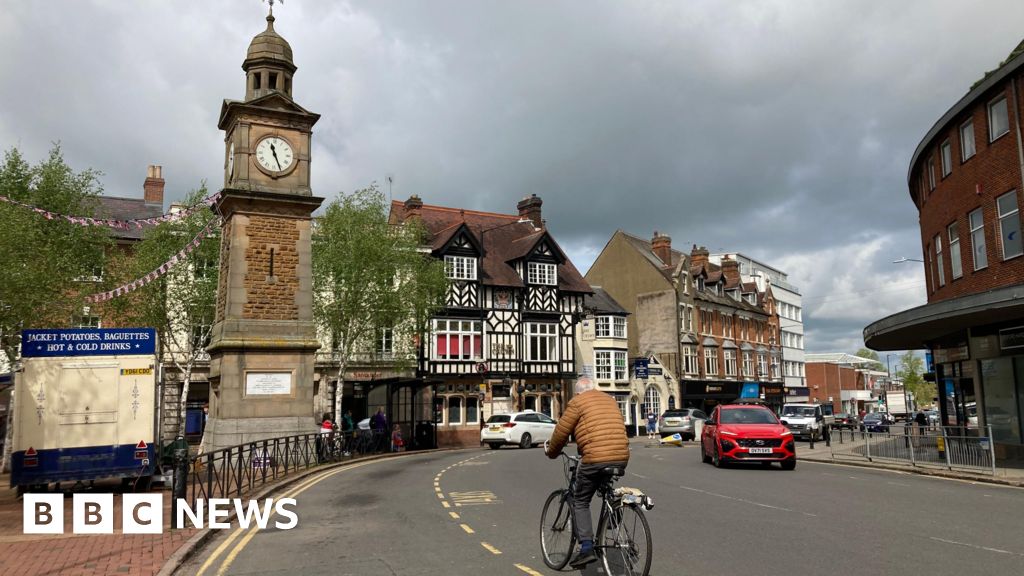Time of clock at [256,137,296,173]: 11:26
